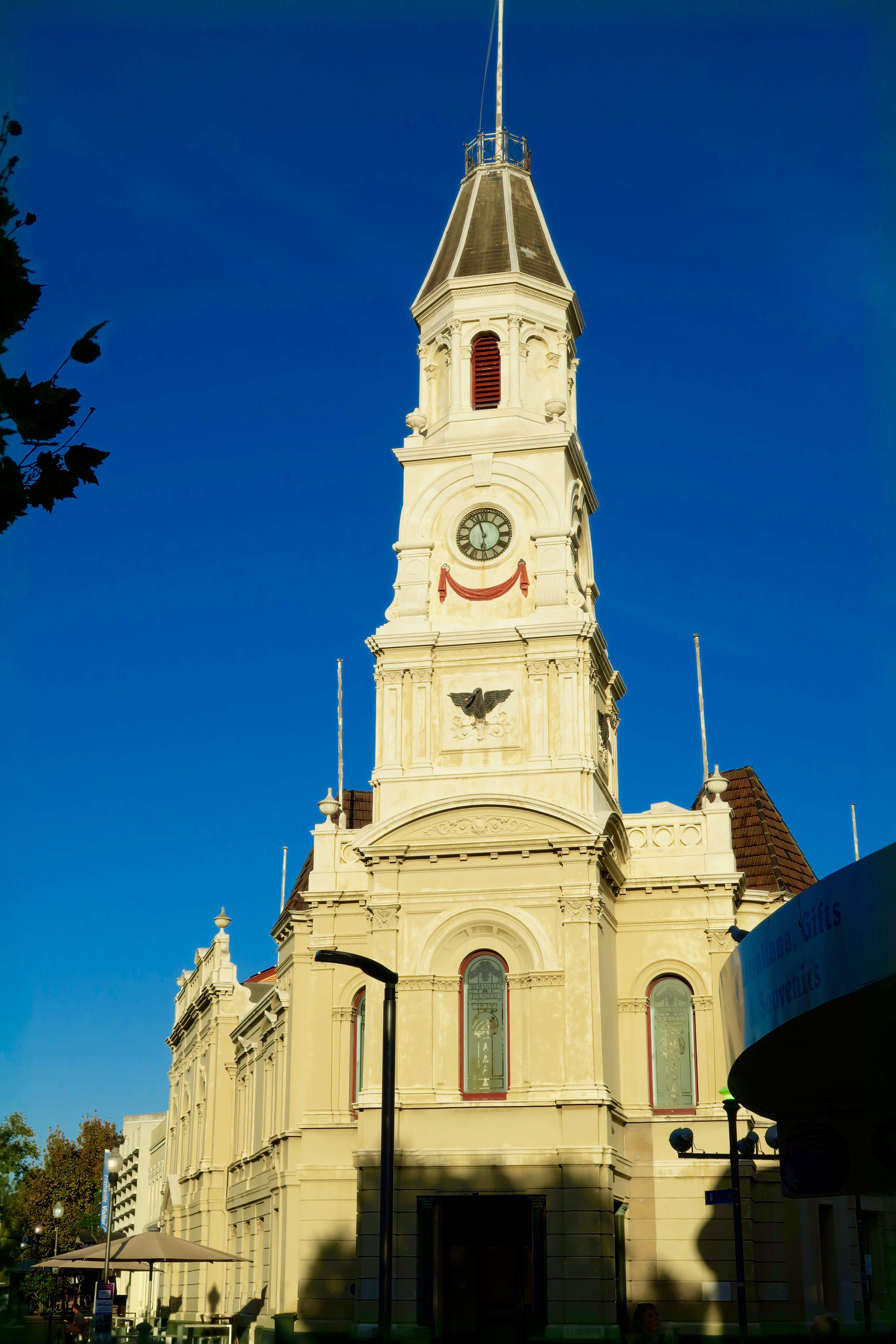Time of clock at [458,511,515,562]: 5:57
